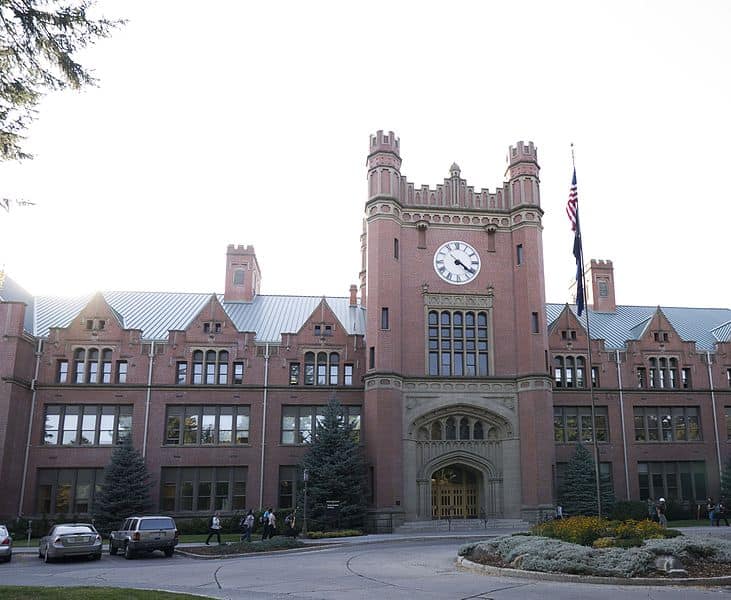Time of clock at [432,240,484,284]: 4:21
